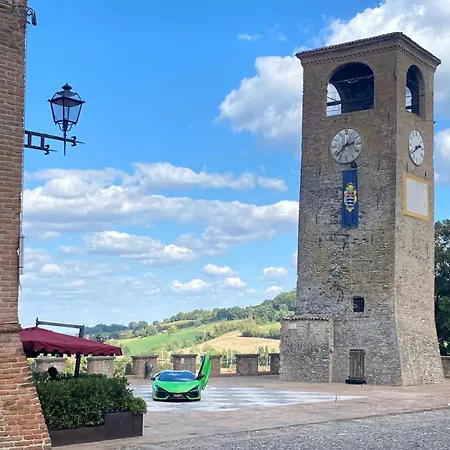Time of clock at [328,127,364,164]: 2:37
